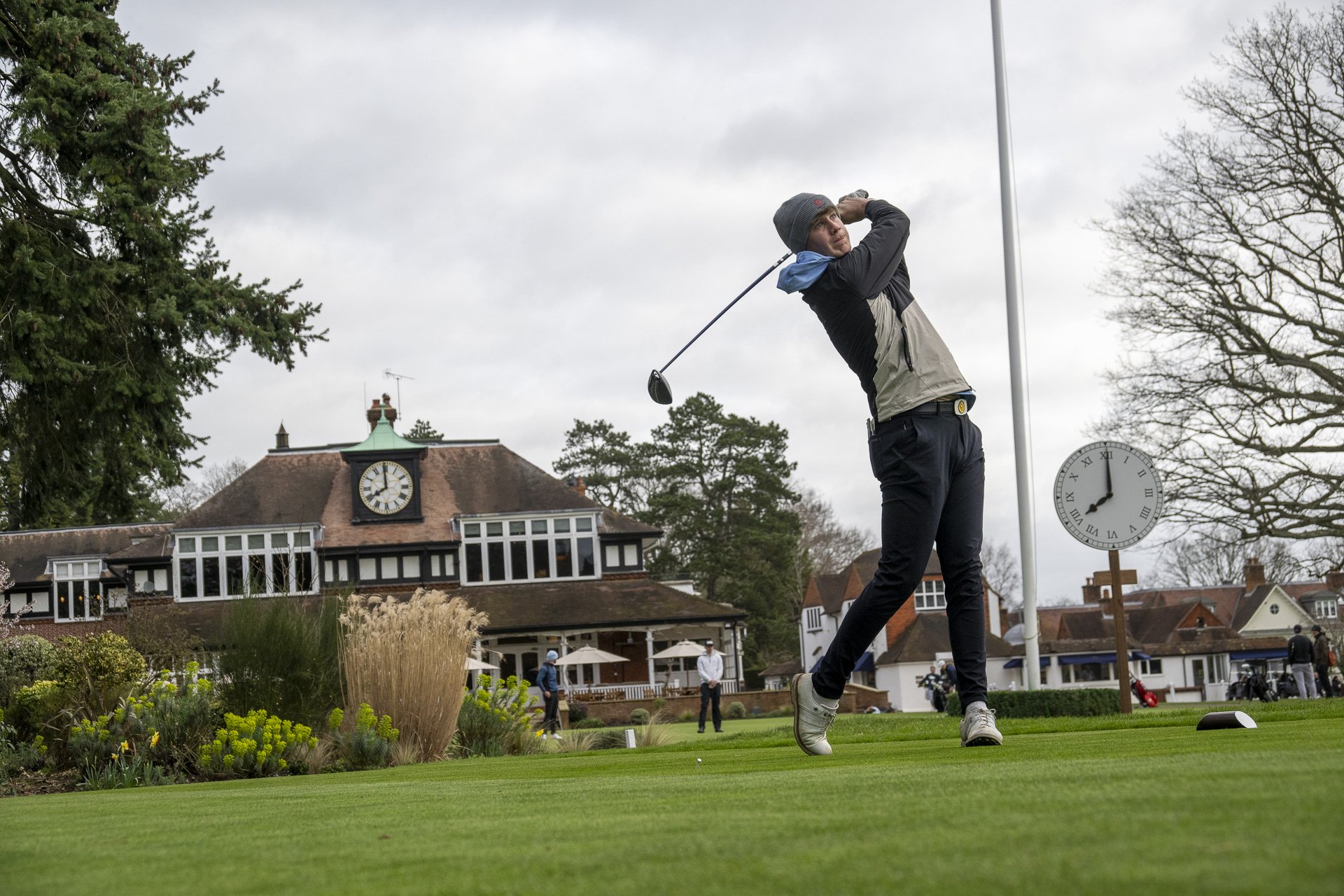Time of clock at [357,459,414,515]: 7:59
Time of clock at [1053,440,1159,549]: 8:00
